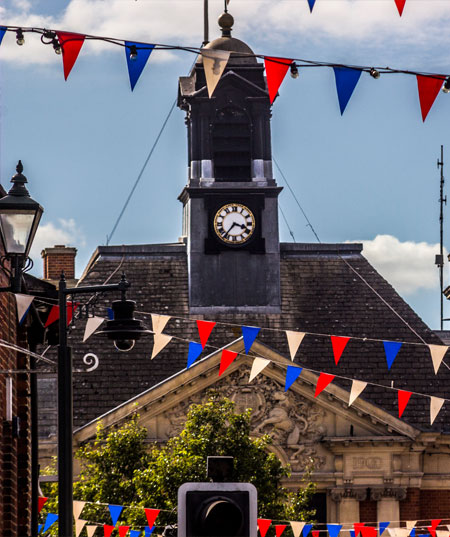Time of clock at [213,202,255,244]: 3:36
